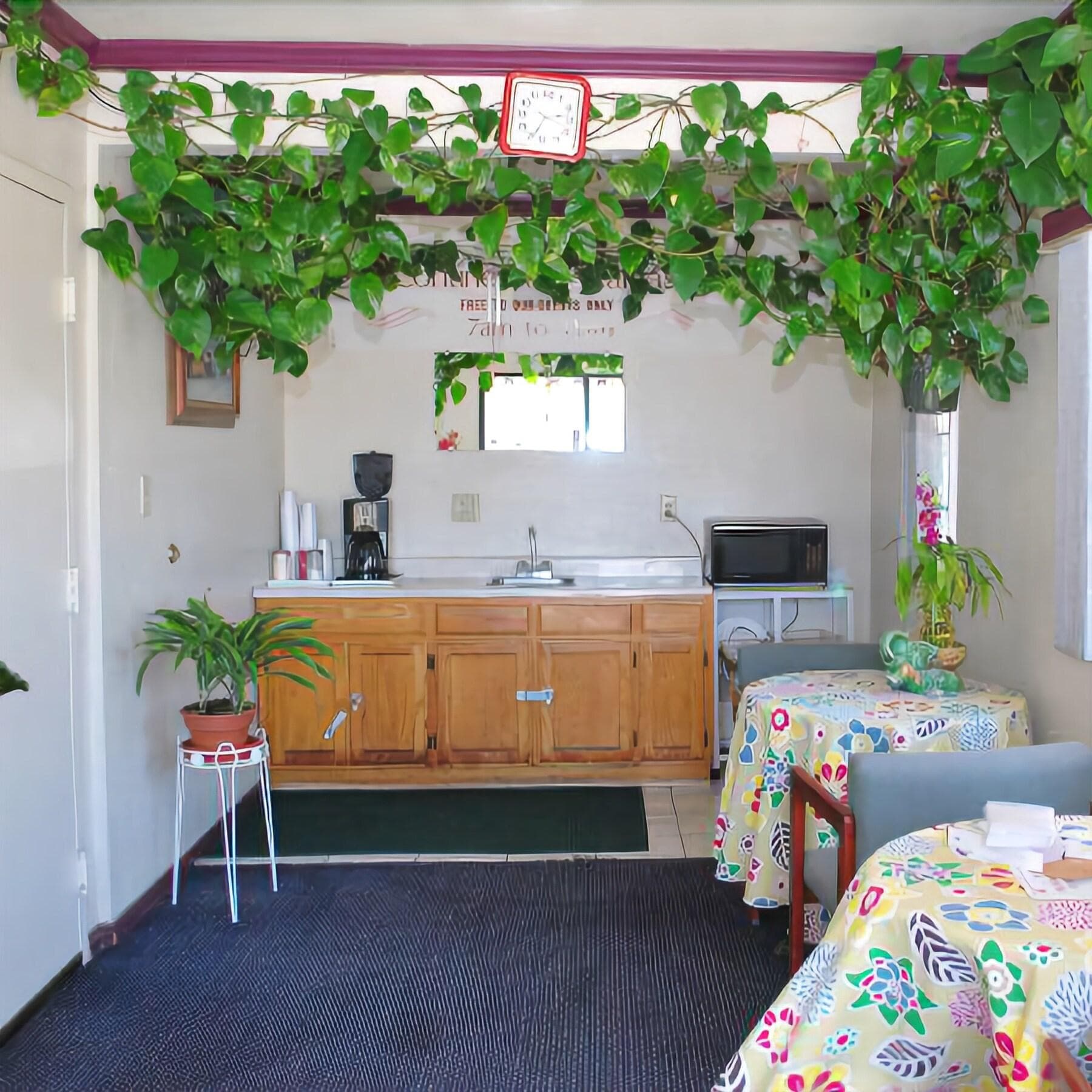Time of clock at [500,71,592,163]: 2:34
